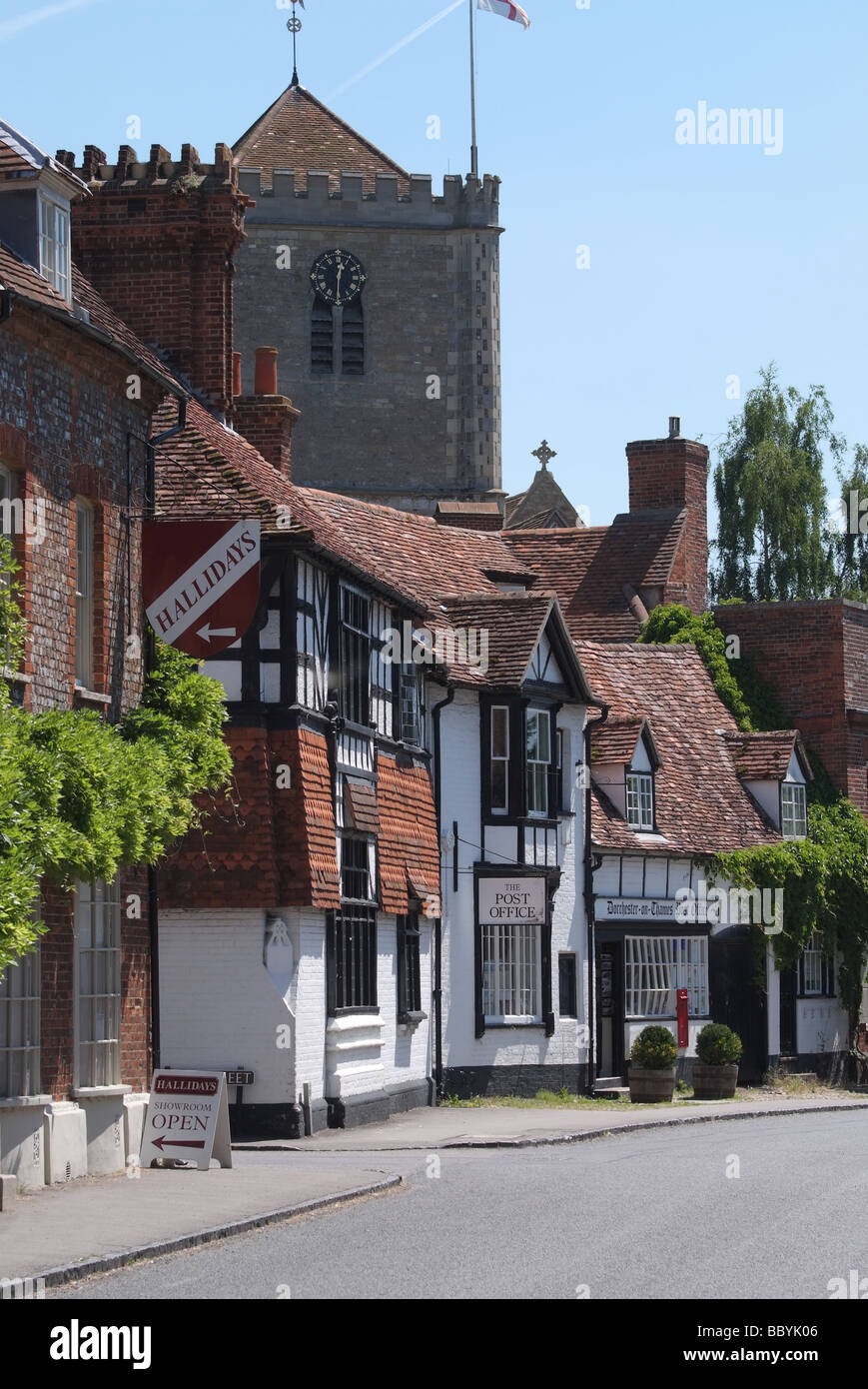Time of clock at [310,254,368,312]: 12:30
